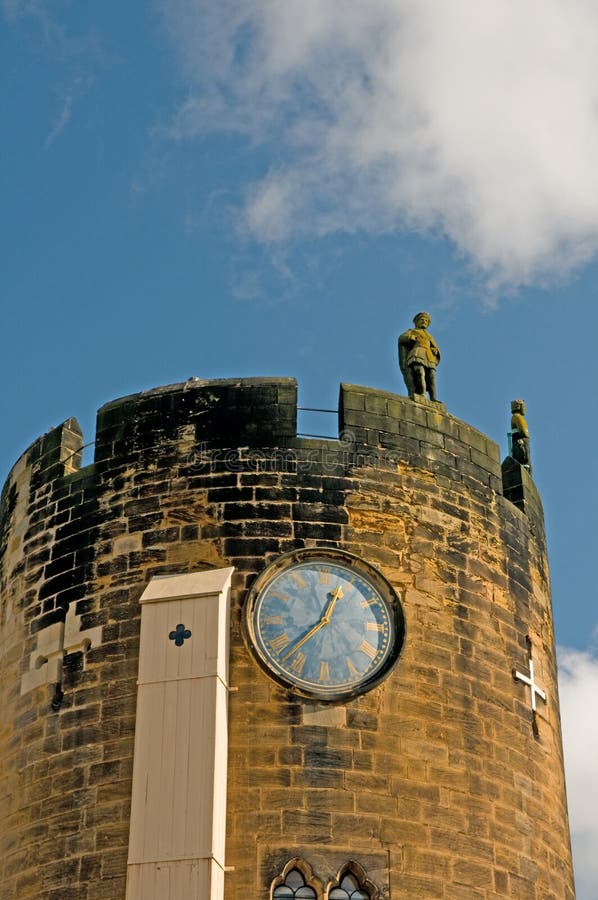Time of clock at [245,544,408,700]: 12:37
